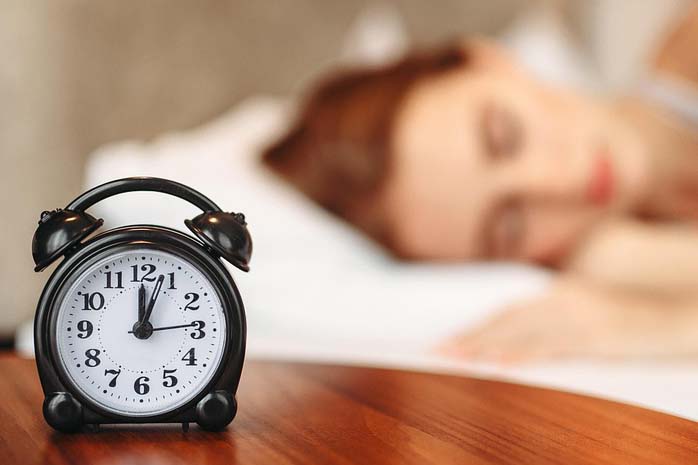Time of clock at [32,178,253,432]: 12:03
